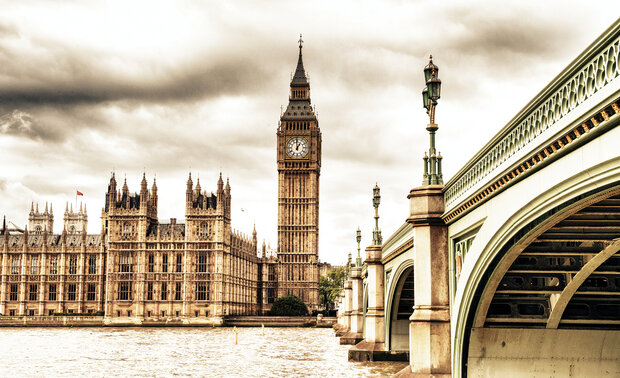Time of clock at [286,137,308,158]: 12:59
